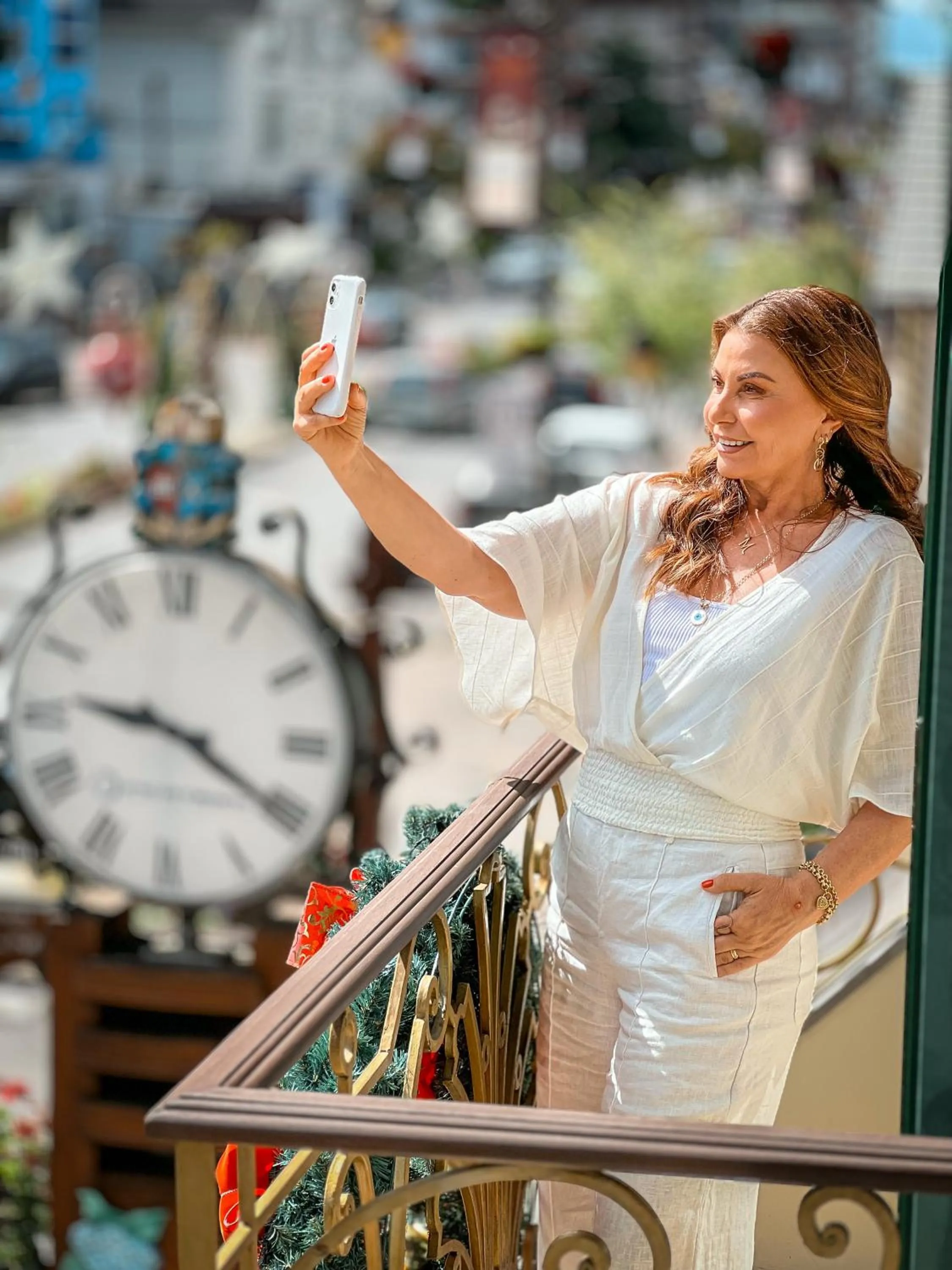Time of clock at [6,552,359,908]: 9:20
